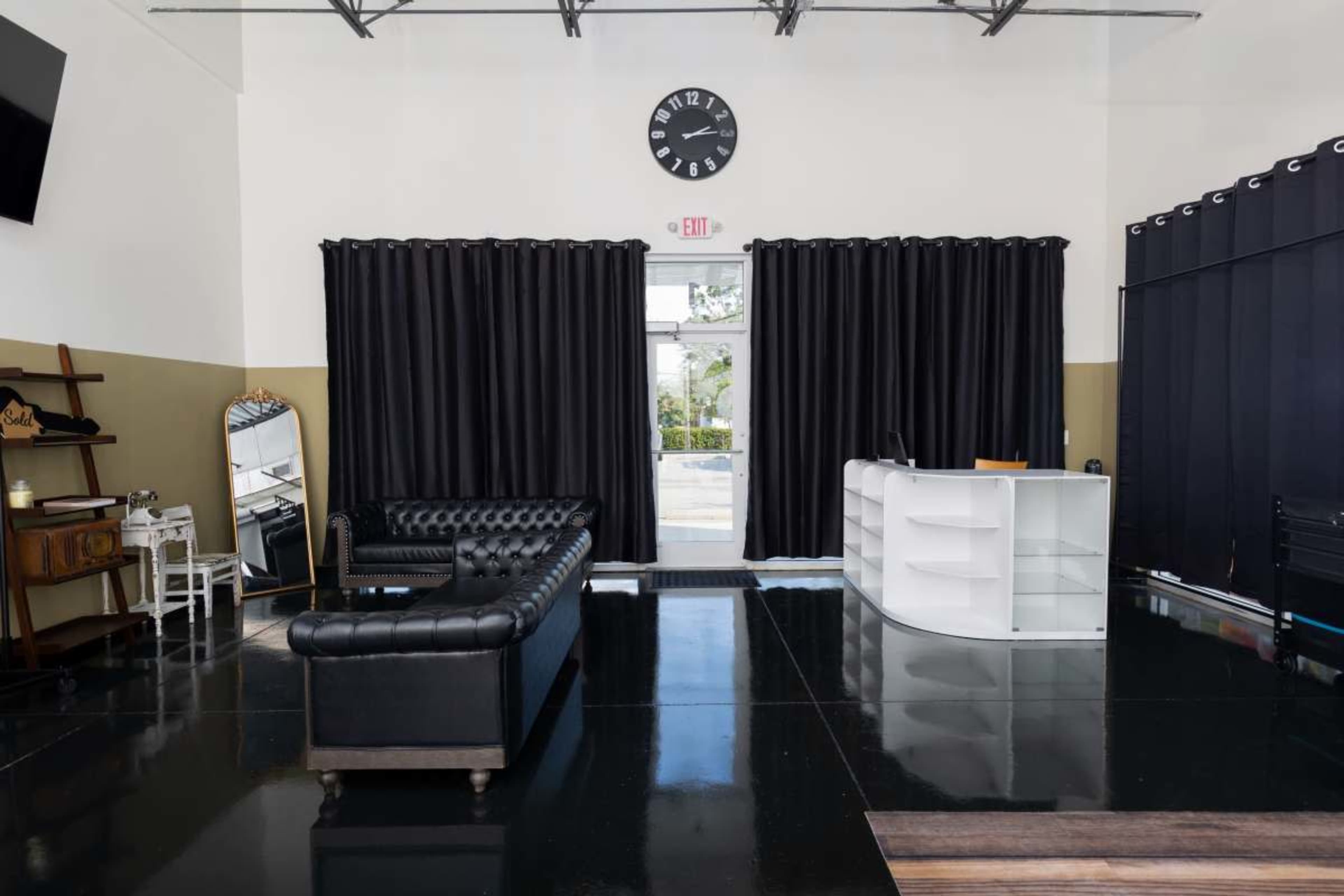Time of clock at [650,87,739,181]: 2:14
